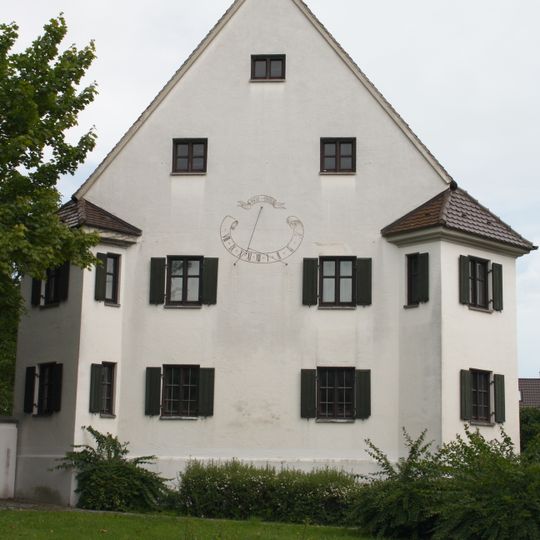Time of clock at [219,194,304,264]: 12:32
